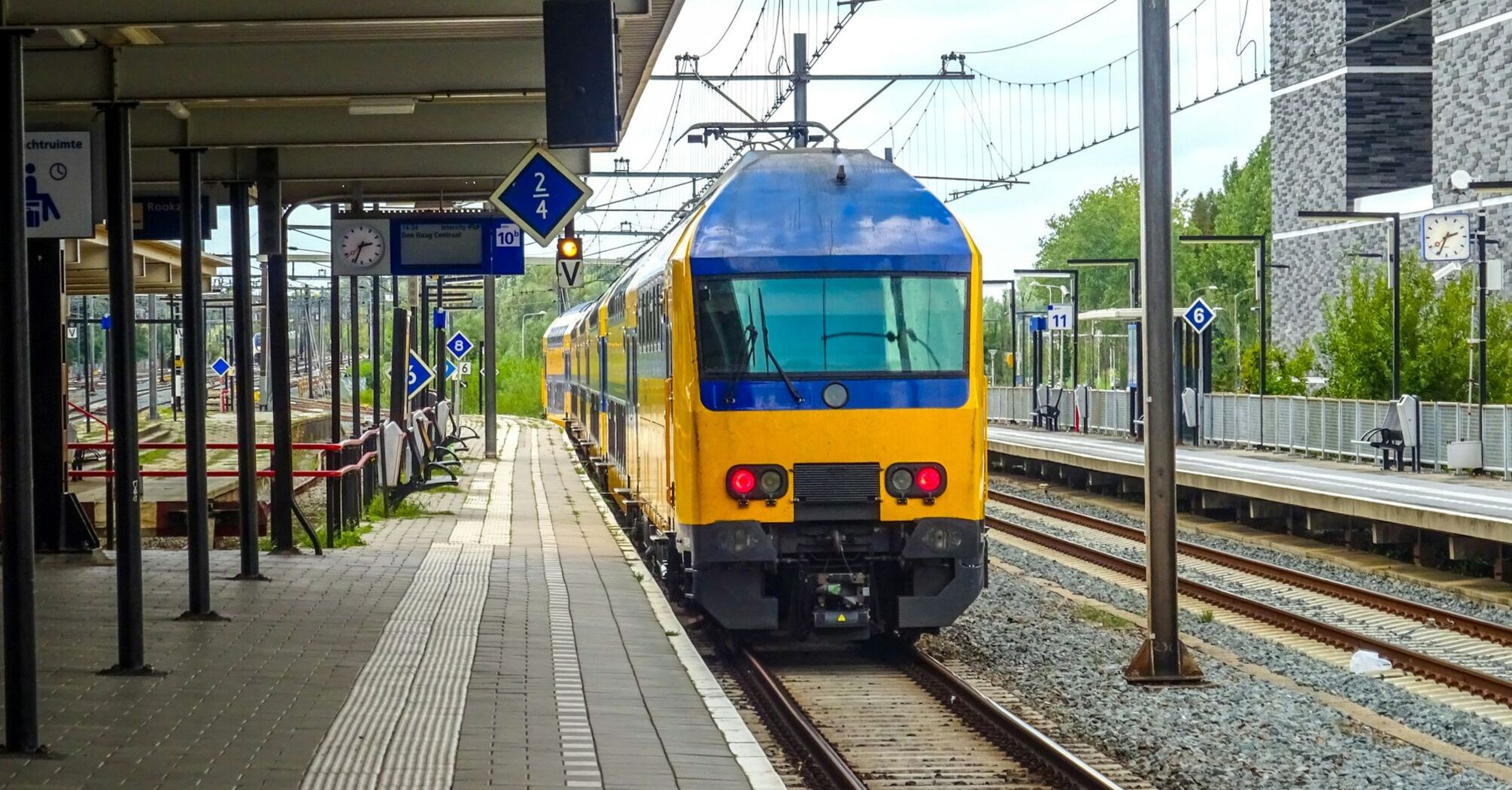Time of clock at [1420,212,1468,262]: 2:34
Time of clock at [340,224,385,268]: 2:33
